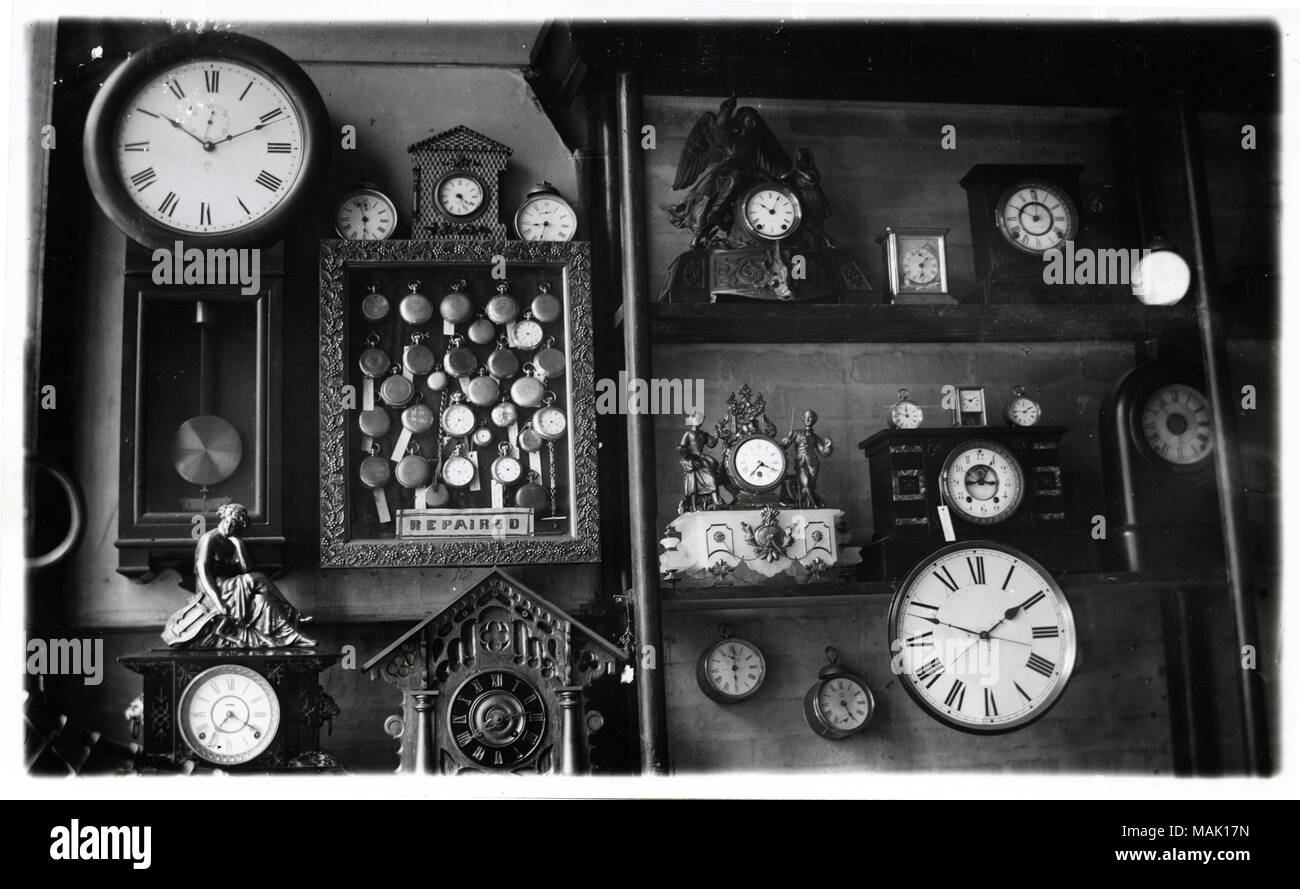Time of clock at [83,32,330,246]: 10:10
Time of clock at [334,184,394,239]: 5:57
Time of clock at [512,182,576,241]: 8:32
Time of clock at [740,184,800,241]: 10:04
